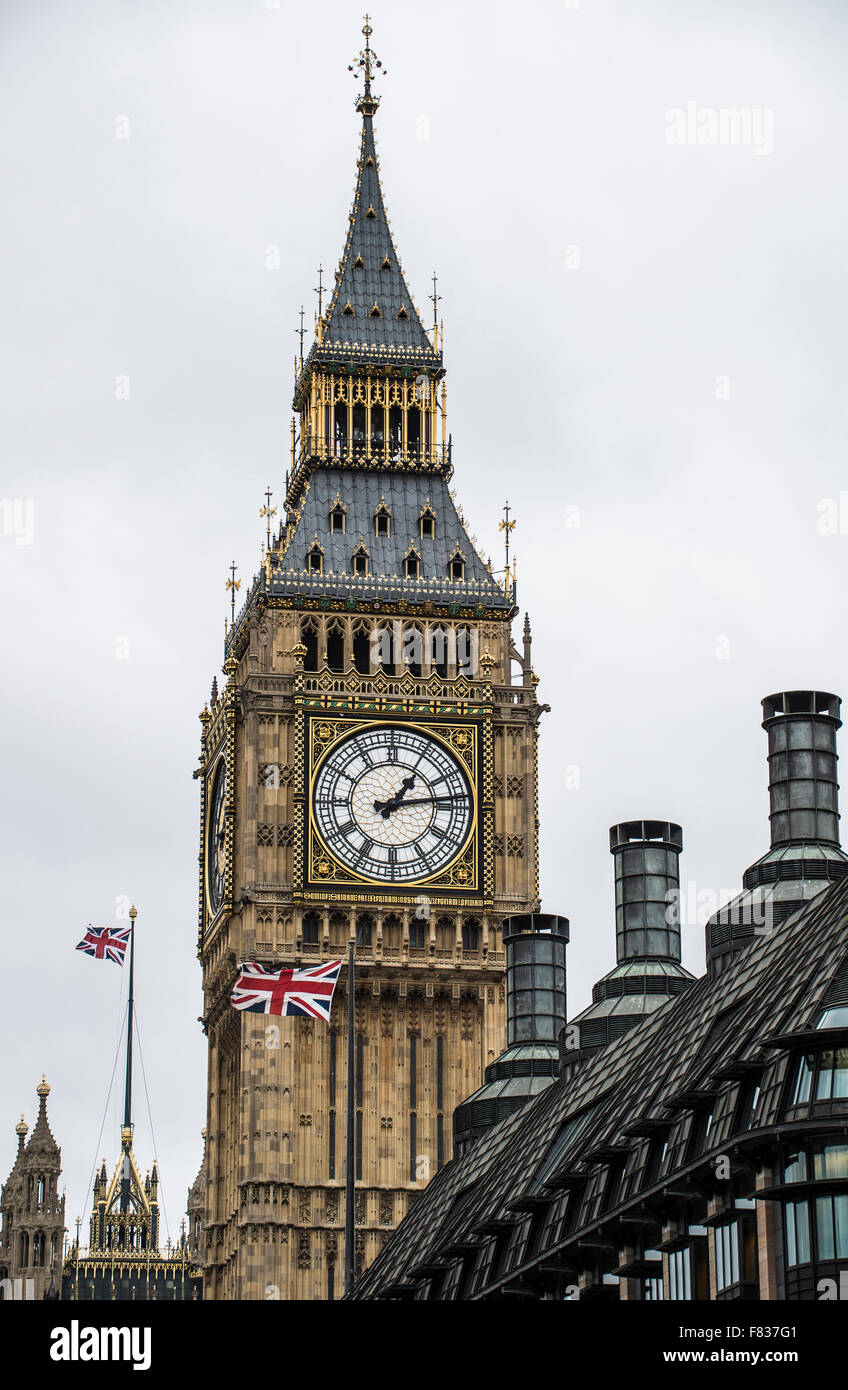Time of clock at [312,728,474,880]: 1:13
